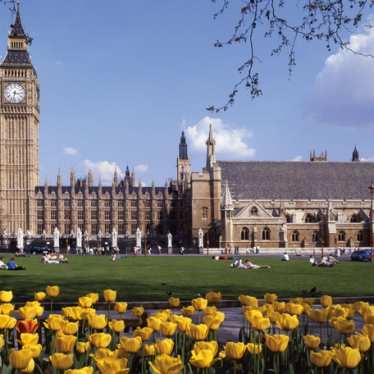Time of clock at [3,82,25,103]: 3:32
